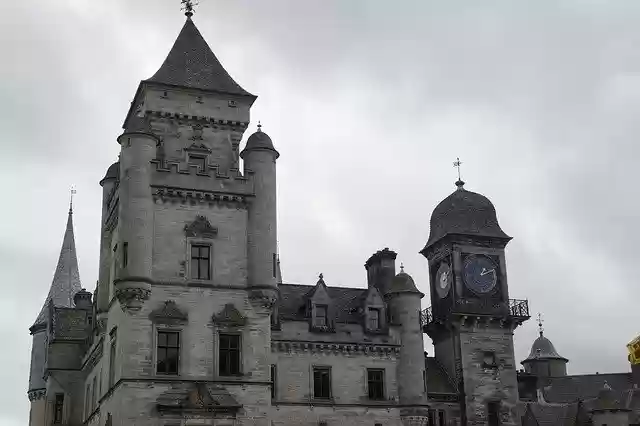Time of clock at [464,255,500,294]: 1:11
